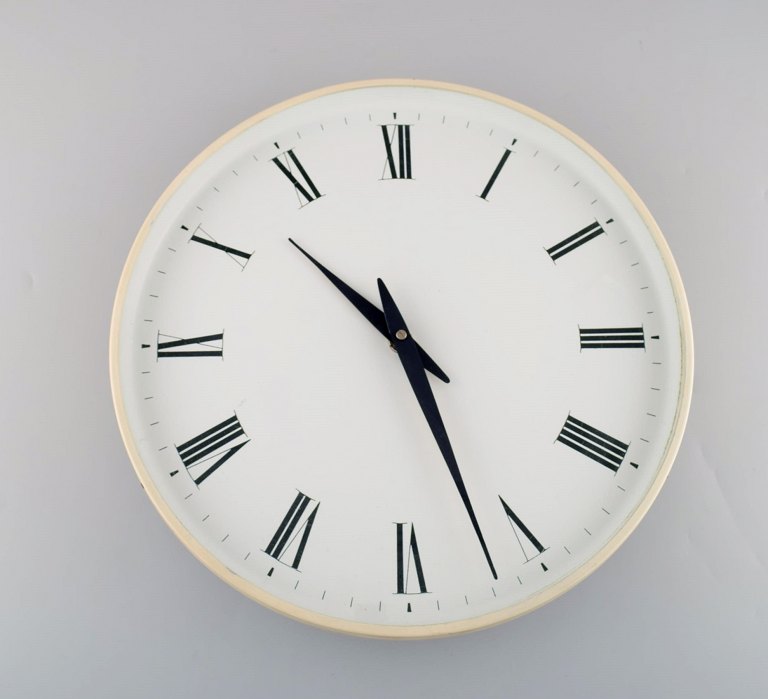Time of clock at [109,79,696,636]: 10:26
